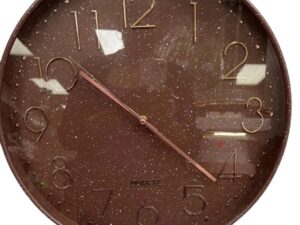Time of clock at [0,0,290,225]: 10:21
